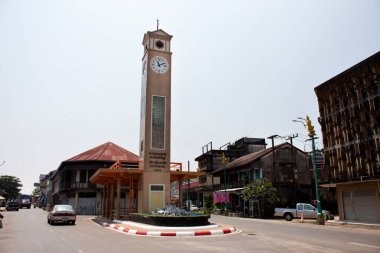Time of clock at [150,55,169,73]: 11:10
